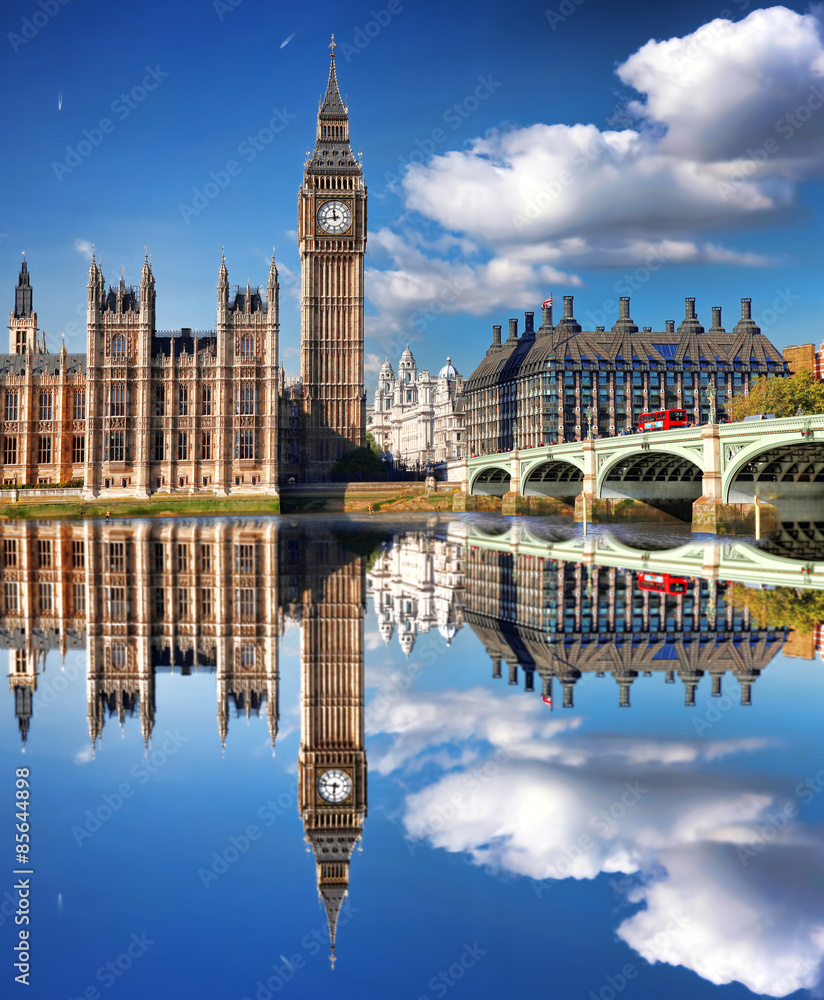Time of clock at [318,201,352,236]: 11:43
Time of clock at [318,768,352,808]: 6:46
